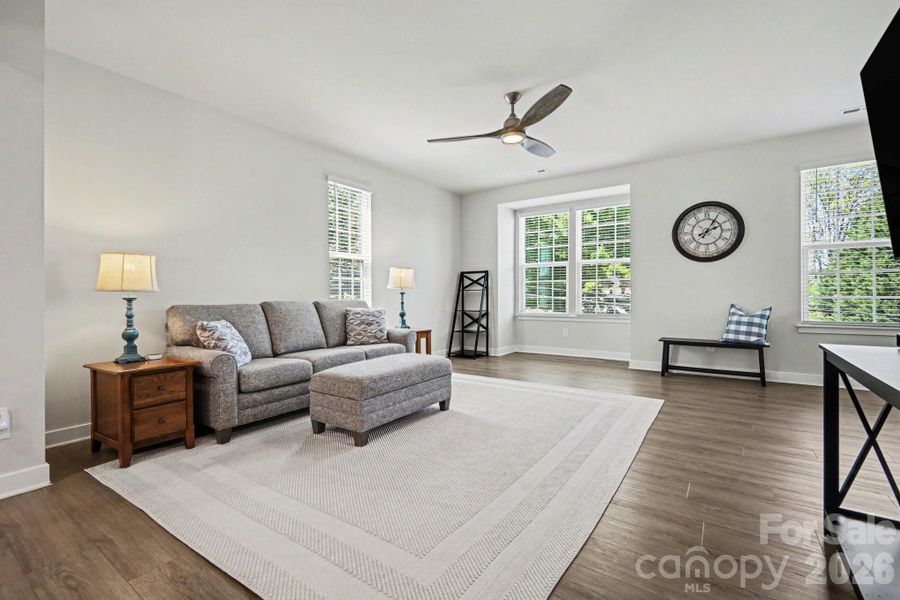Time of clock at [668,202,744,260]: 2:04
